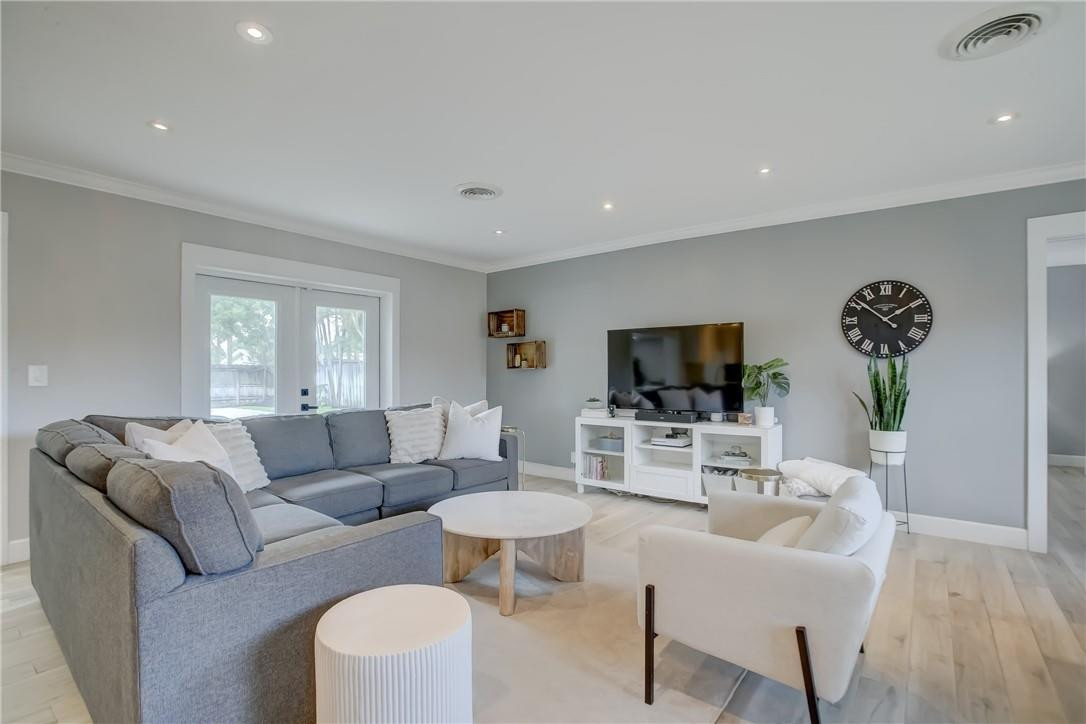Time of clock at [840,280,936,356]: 1:51
